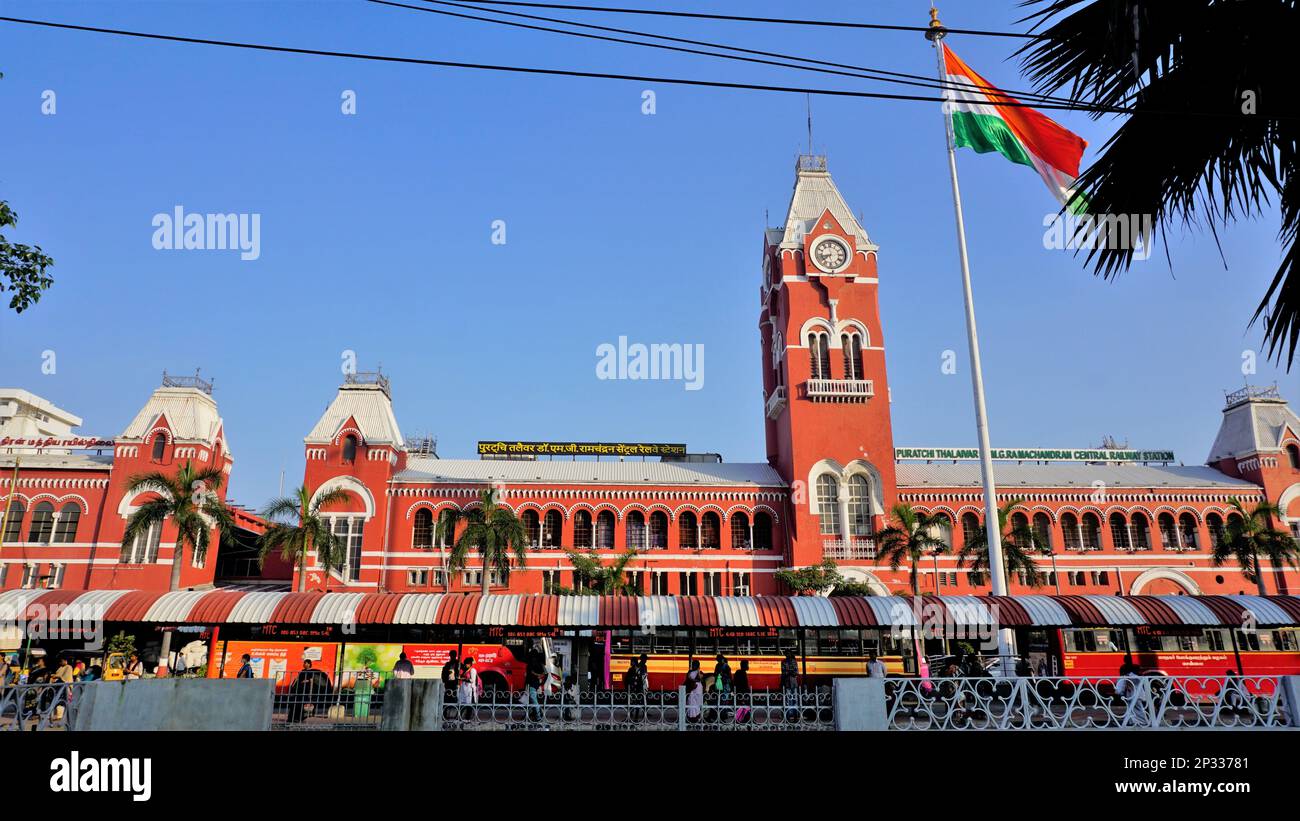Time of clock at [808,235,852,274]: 7:42
